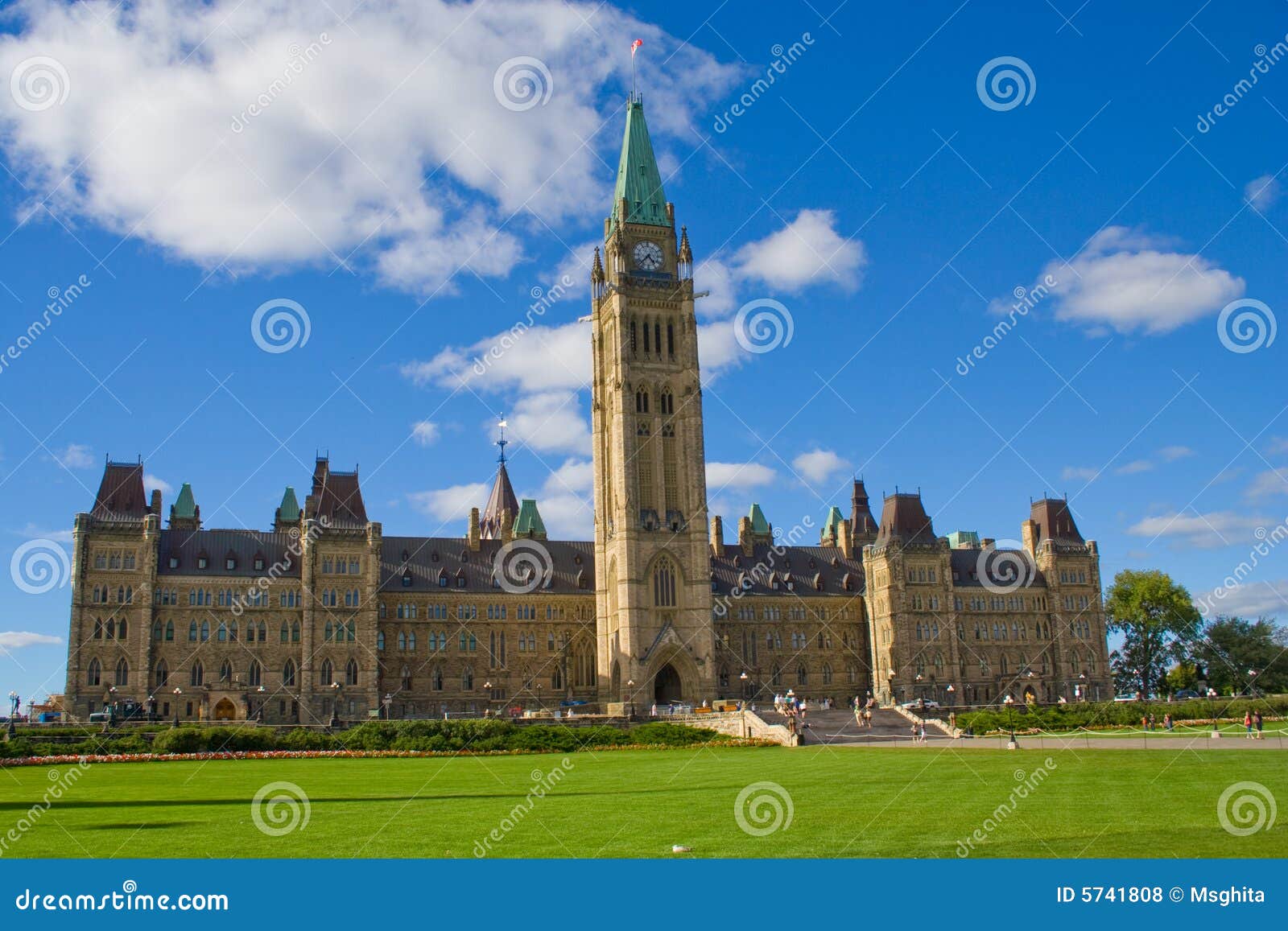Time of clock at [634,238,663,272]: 4:37
